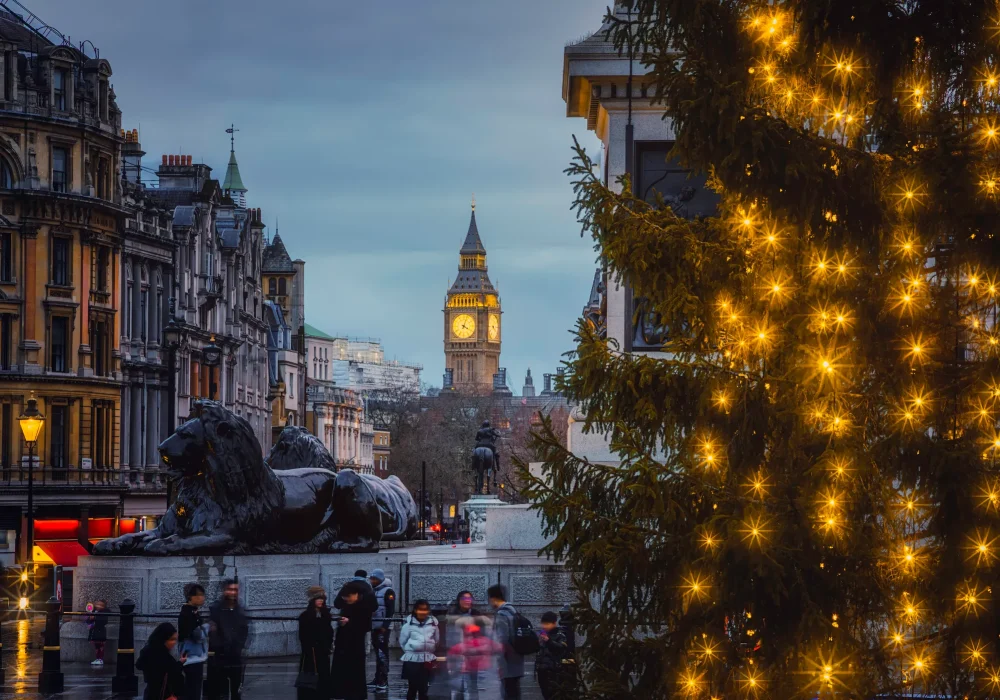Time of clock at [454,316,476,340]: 4:03
